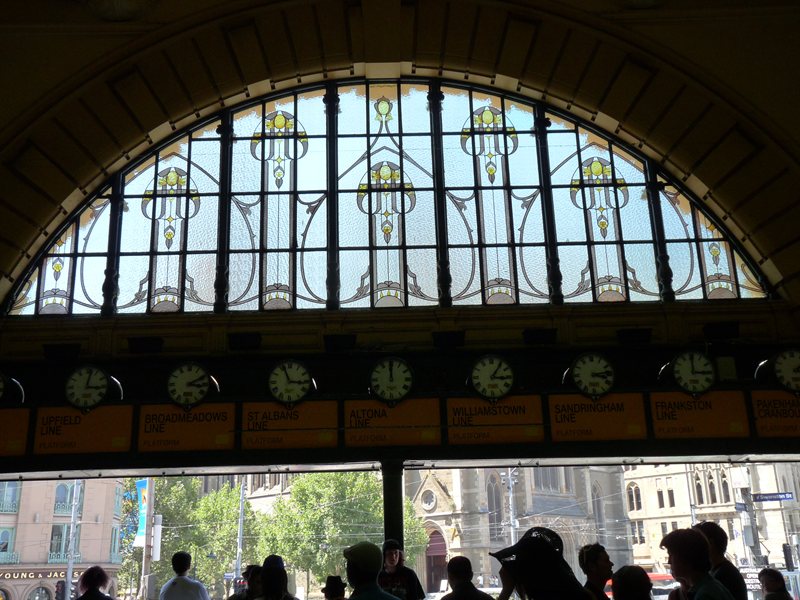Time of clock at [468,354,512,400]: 3:05
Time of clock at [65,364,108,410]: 3:02
